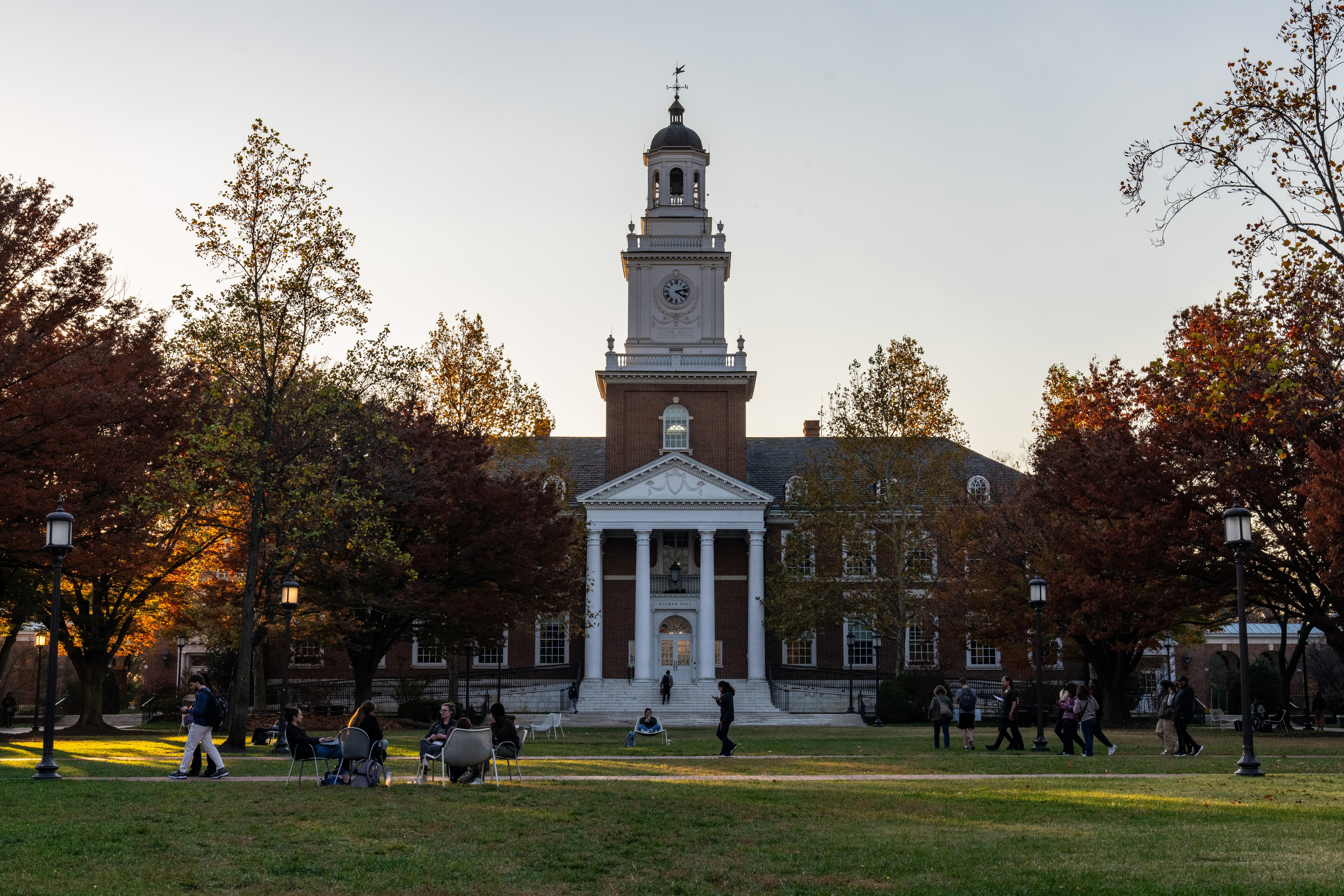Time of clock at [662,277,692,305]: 4:12
